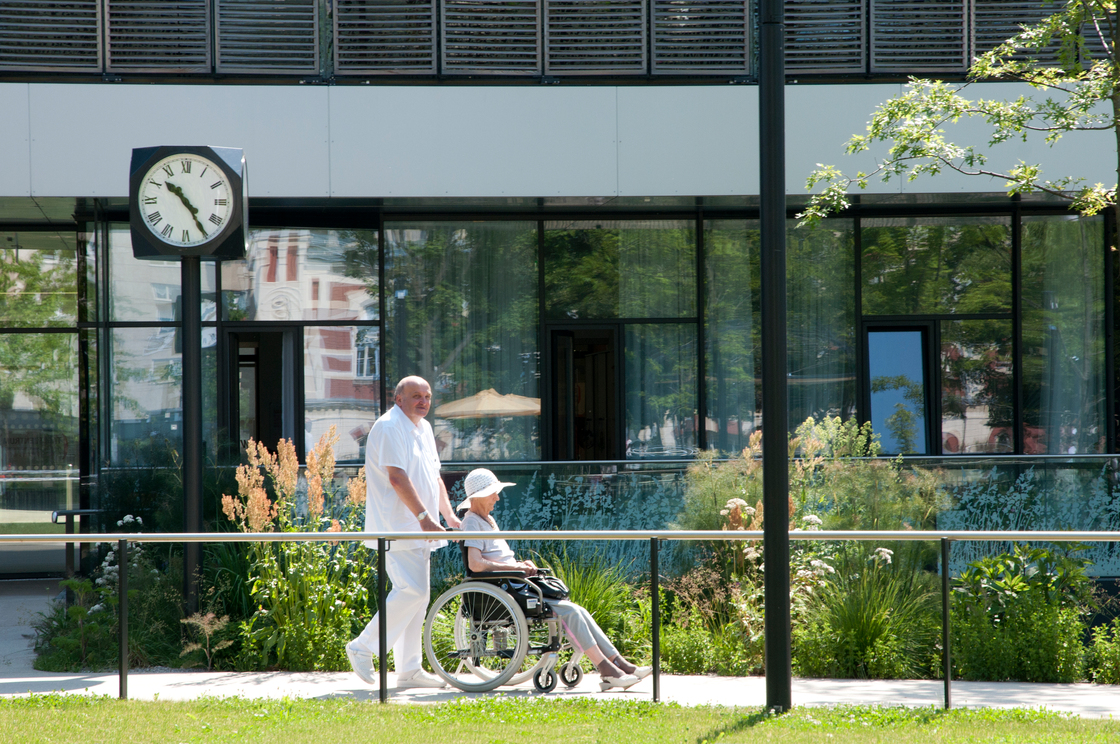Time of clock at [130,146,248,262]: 10:24
